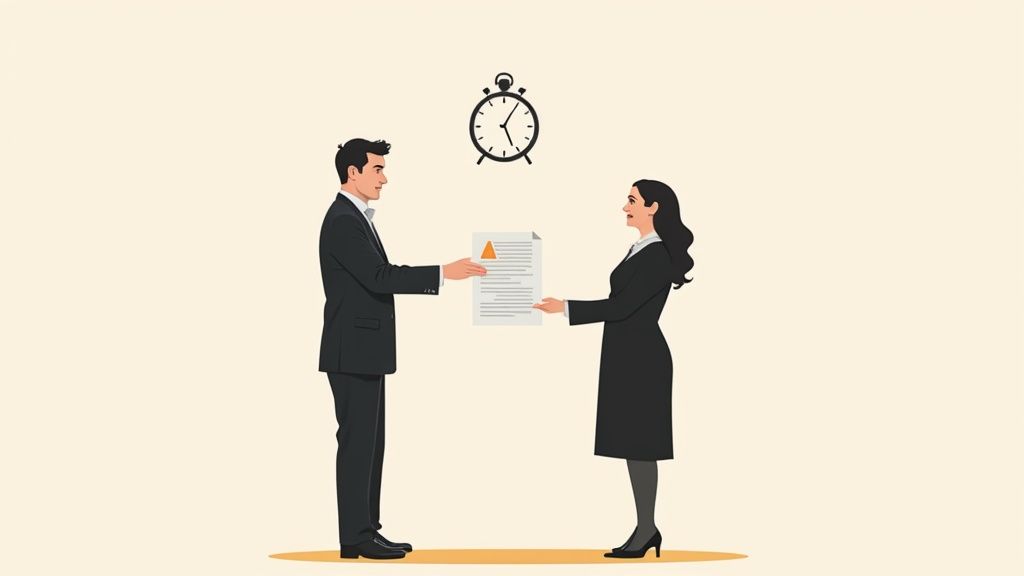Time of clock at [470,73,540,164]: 5:05
